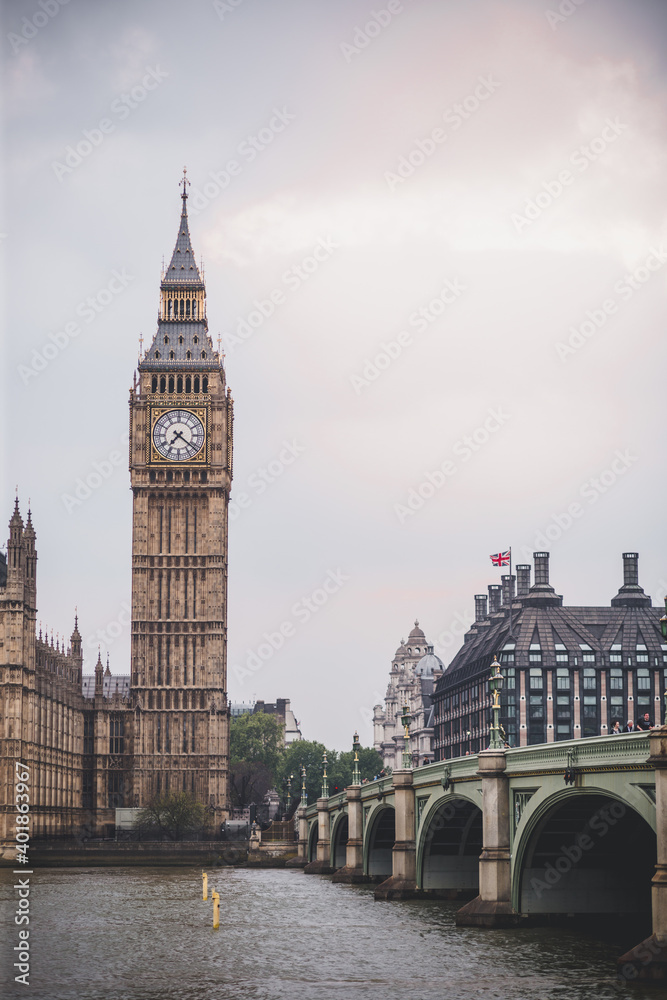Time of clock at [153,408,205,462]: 7:21
